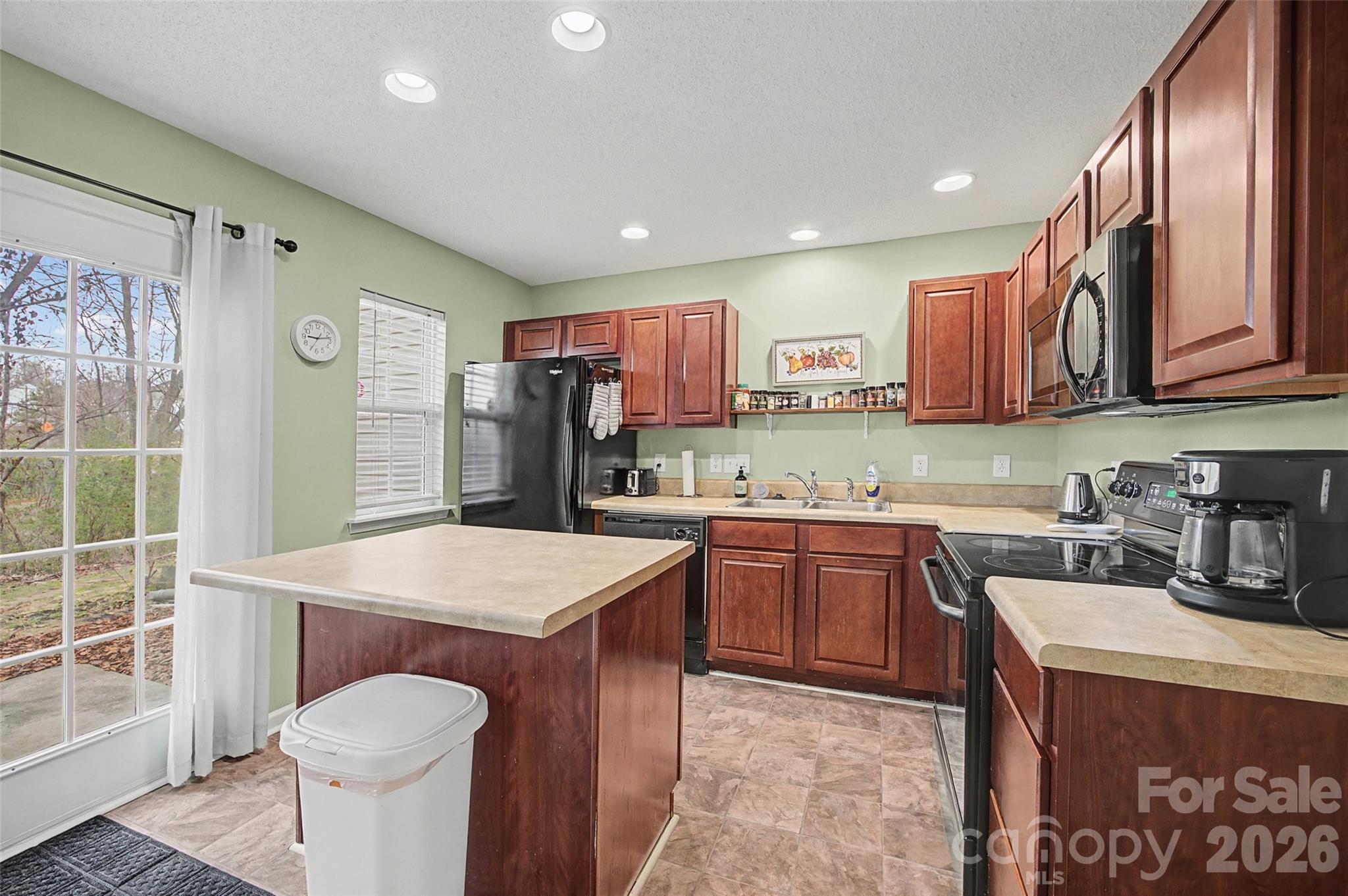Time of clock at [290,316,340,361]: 9:13
